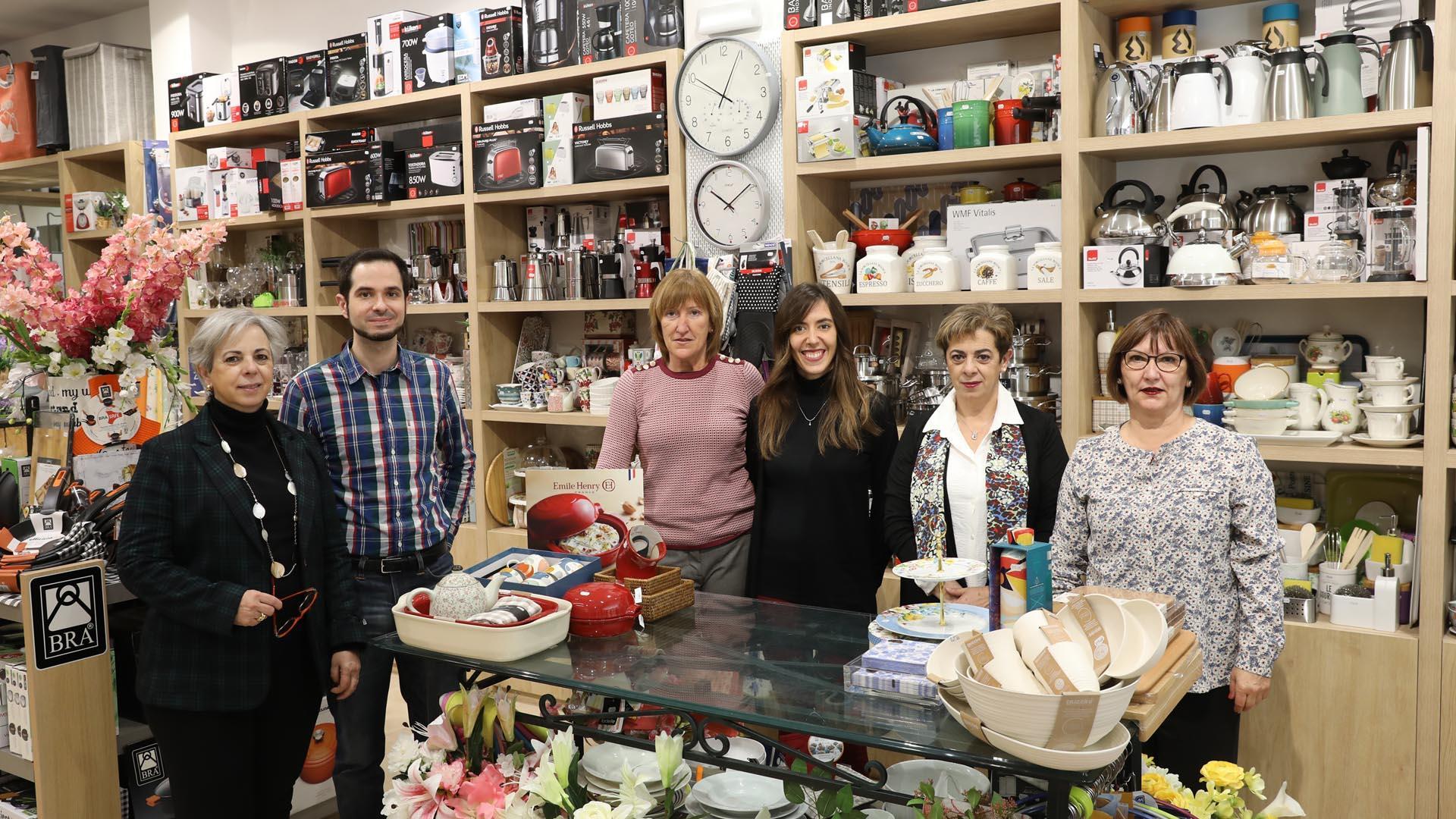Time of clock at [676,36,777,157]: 10:04
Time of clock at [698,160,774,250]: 10:08
